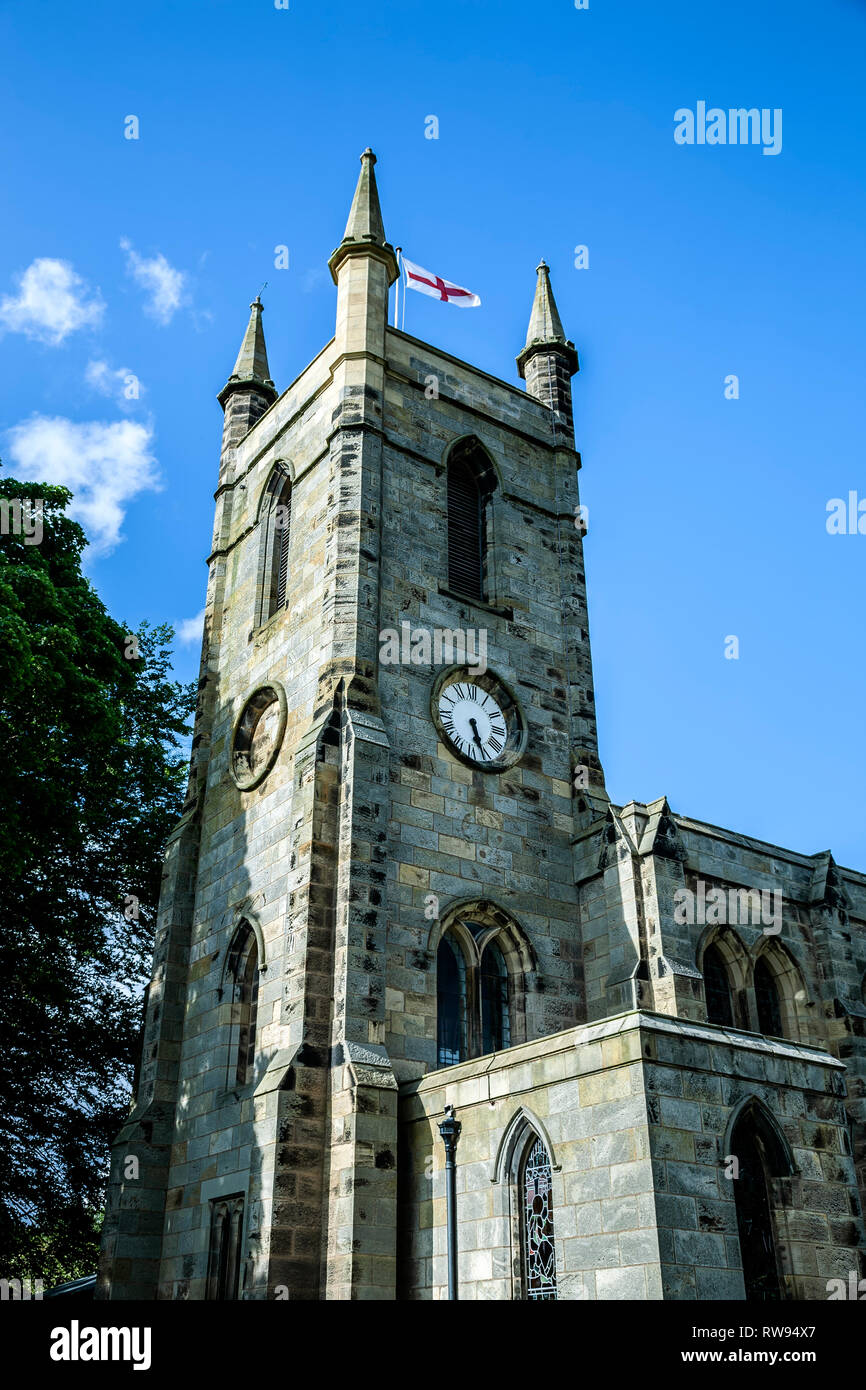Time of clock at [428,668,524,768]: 5:26
